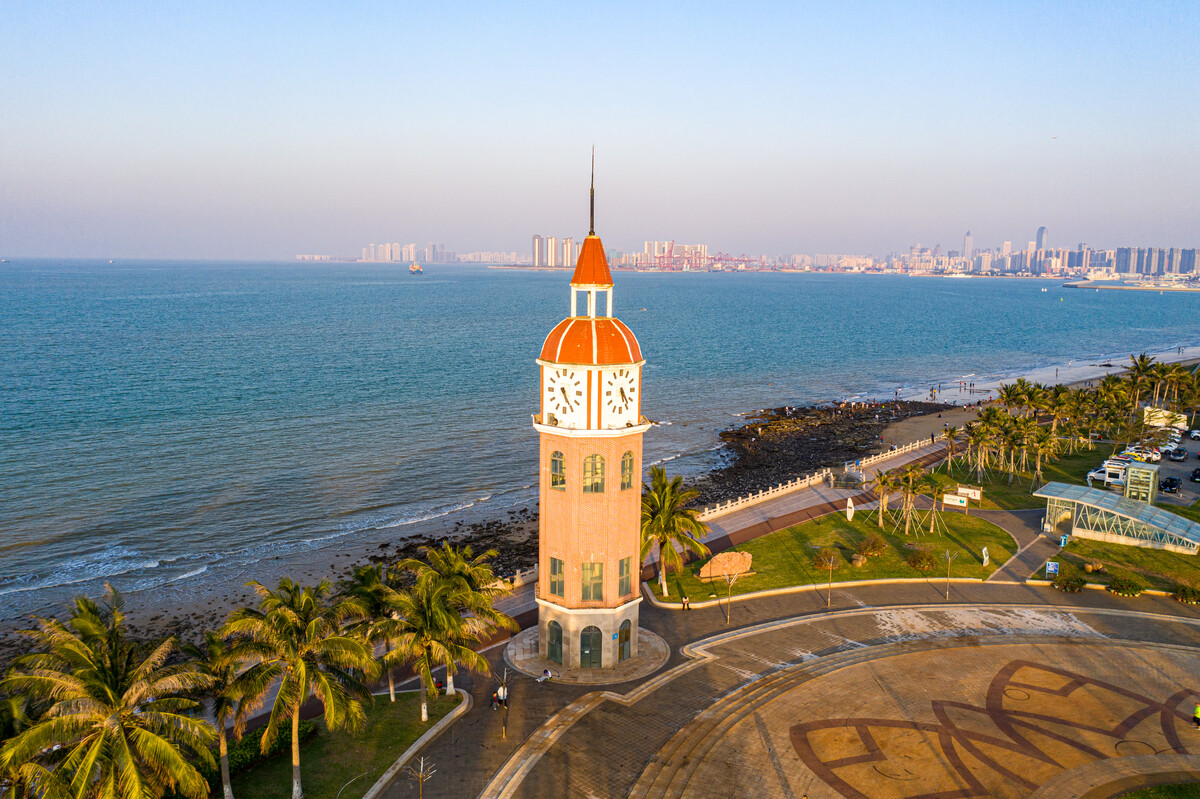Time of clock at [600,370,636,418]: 5:23
